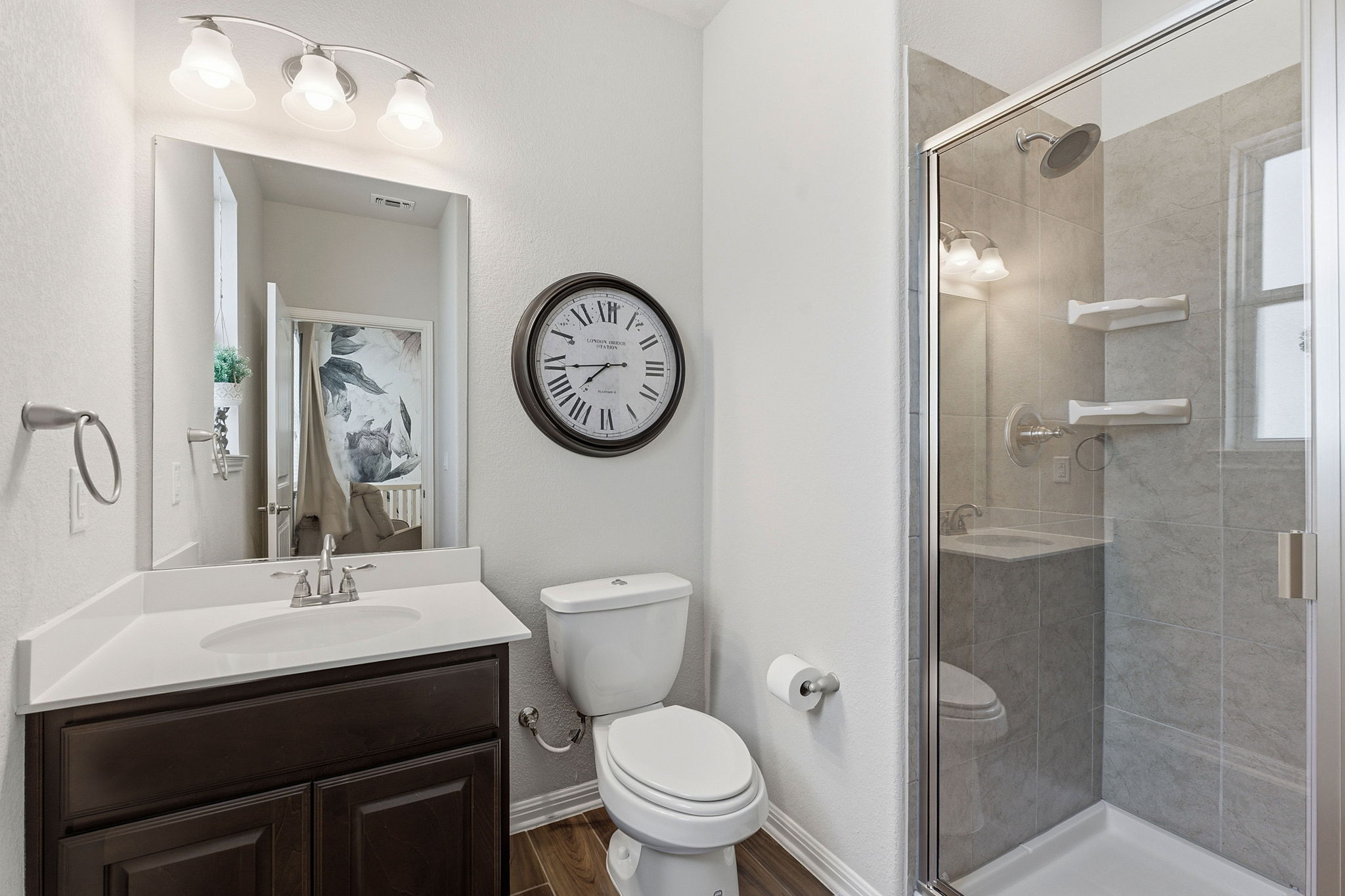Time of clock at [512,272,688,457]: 7:43
